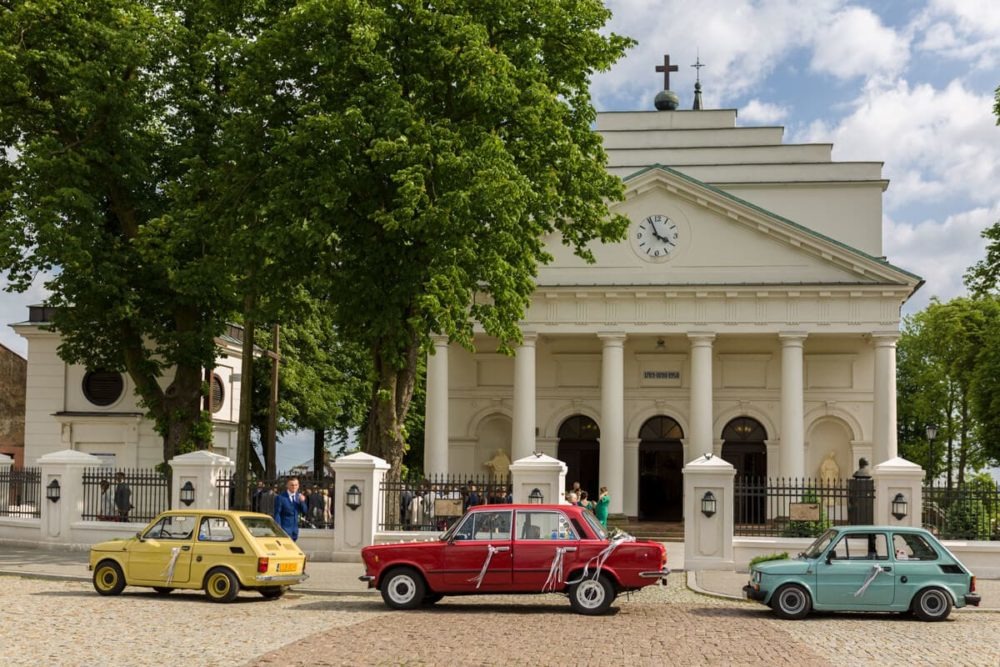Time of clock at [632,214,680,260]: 3:56
